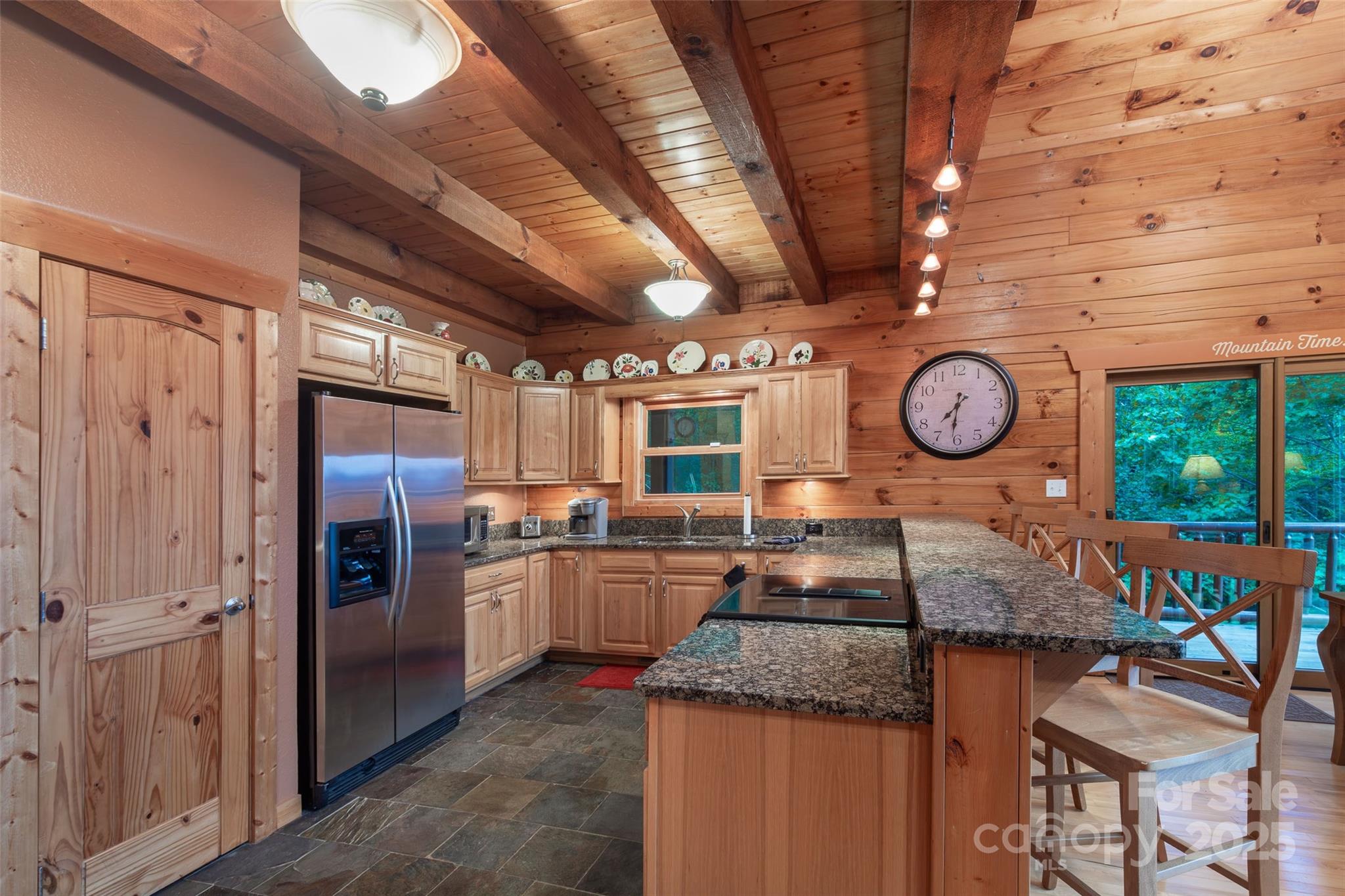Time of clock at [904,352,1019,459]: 7:31
